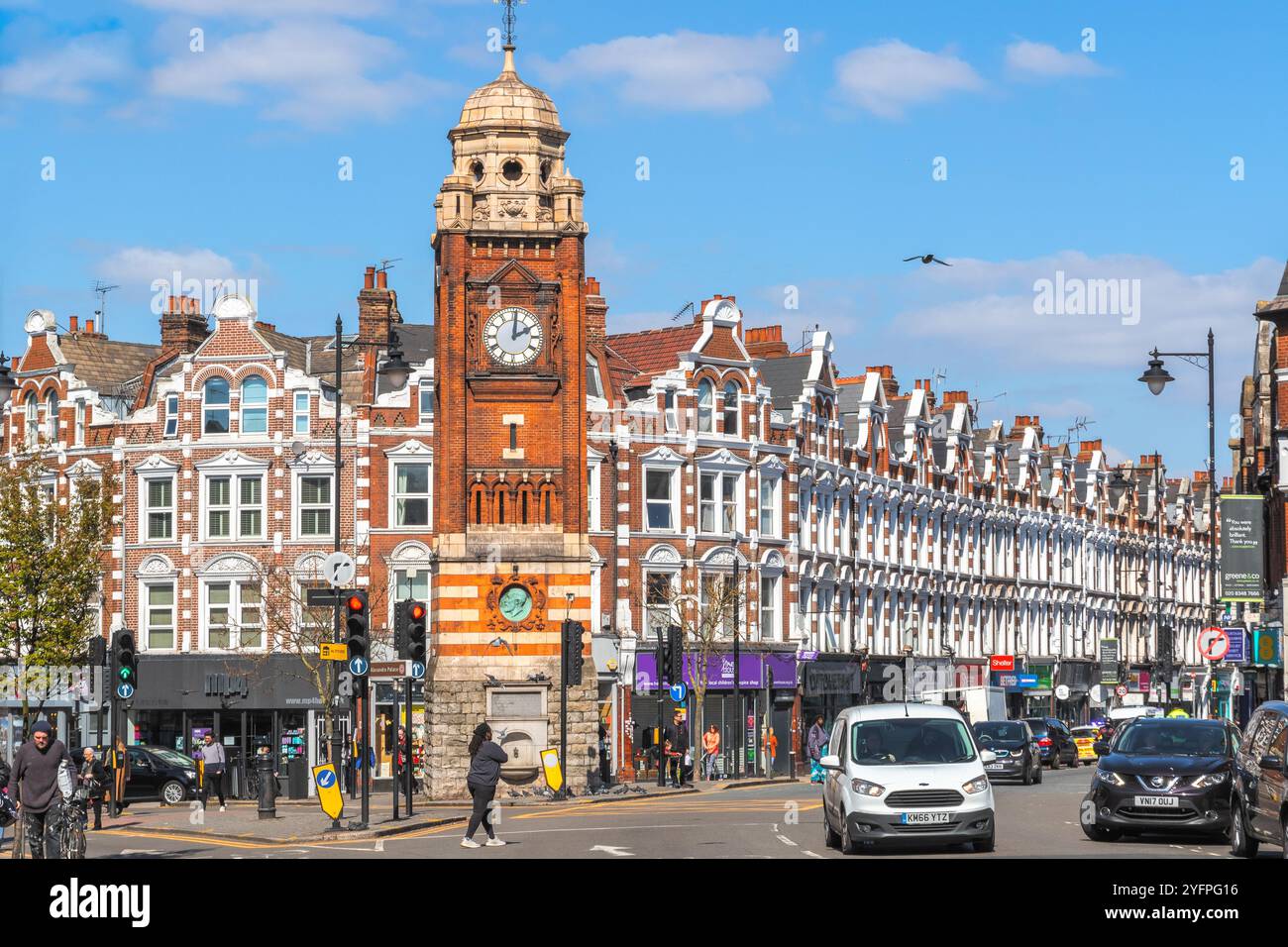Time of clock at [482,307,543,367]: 2:01
